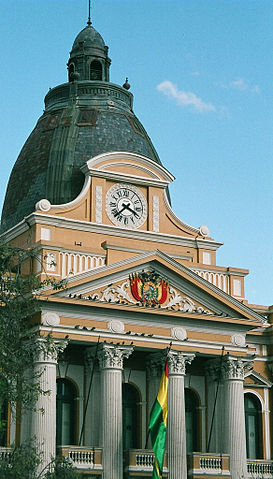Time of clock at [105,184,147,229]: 3:37
